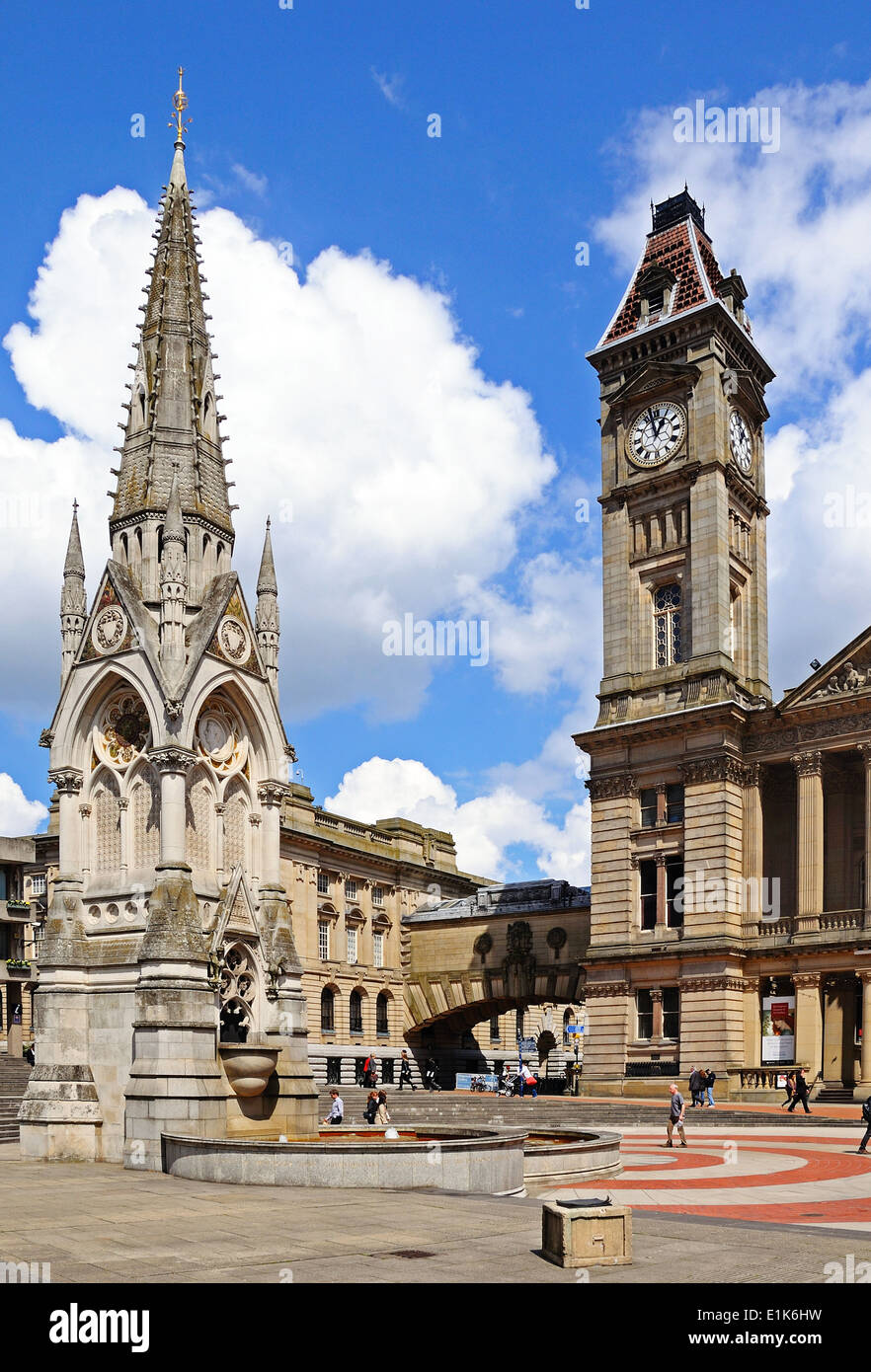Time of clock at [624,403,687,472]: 12:57
